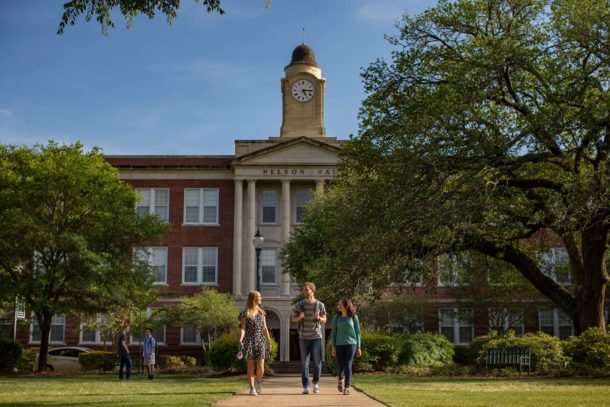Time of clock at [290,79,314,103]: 5:14
